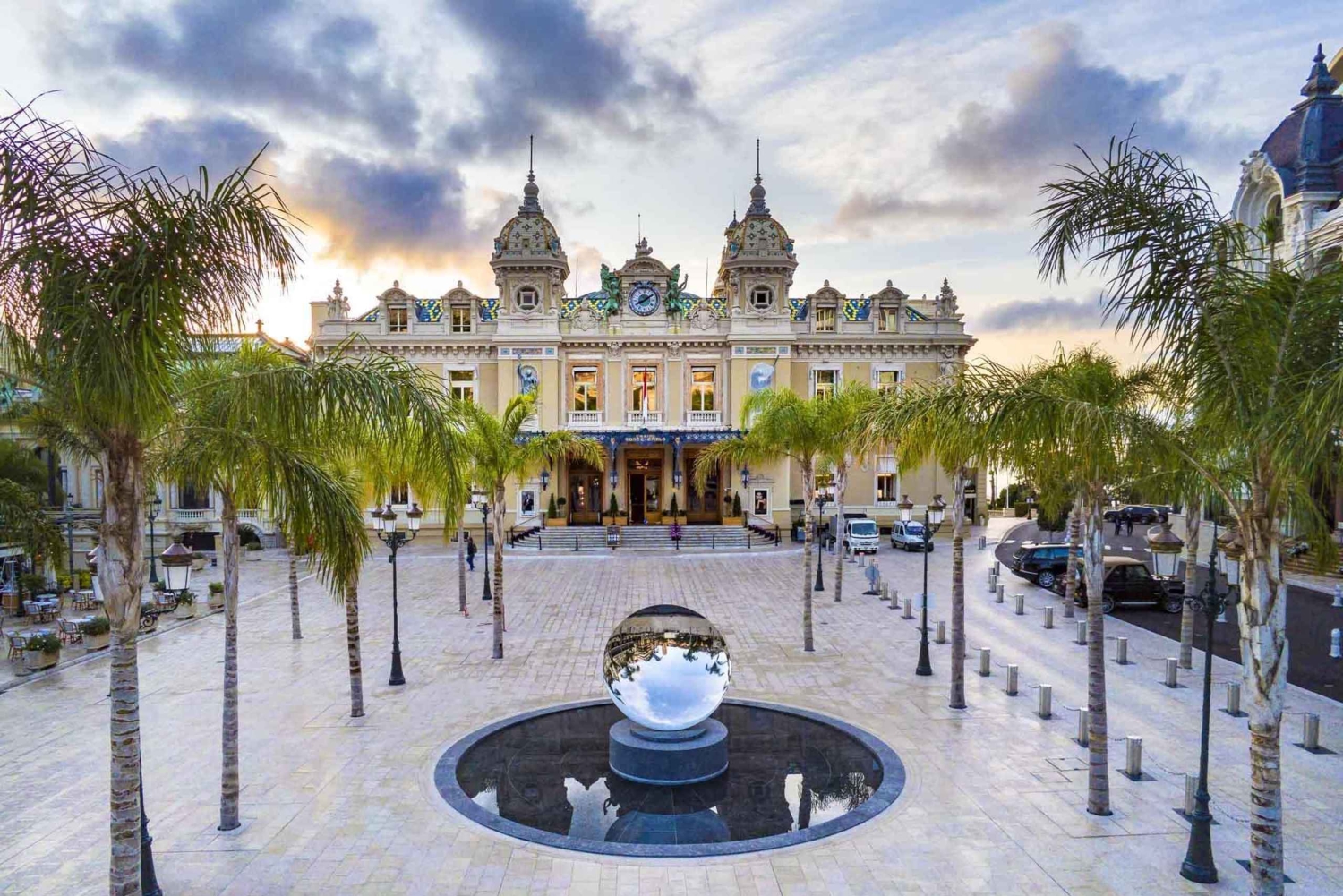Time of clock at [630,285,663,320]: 8:09
